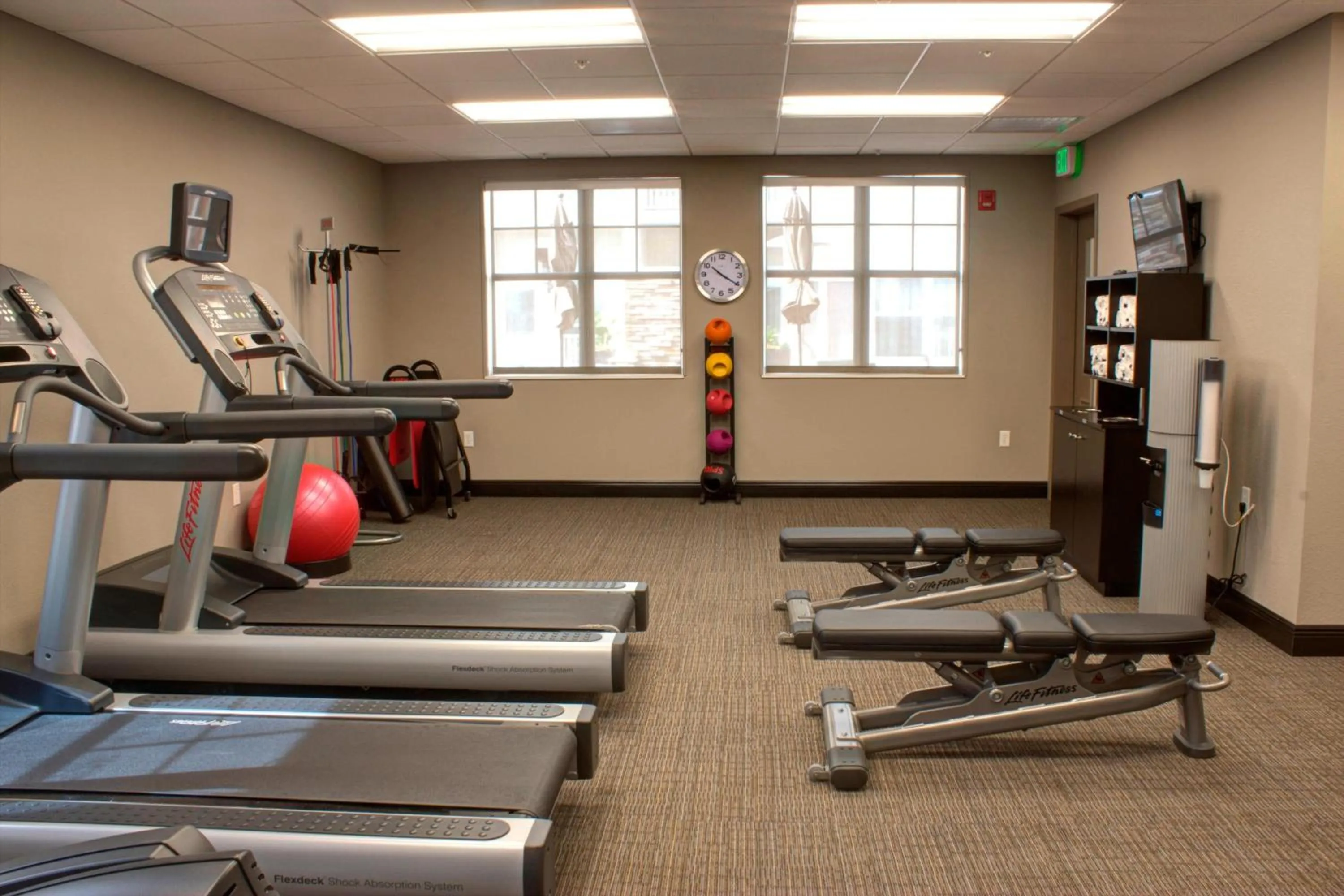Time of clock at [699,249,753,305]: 10:20
